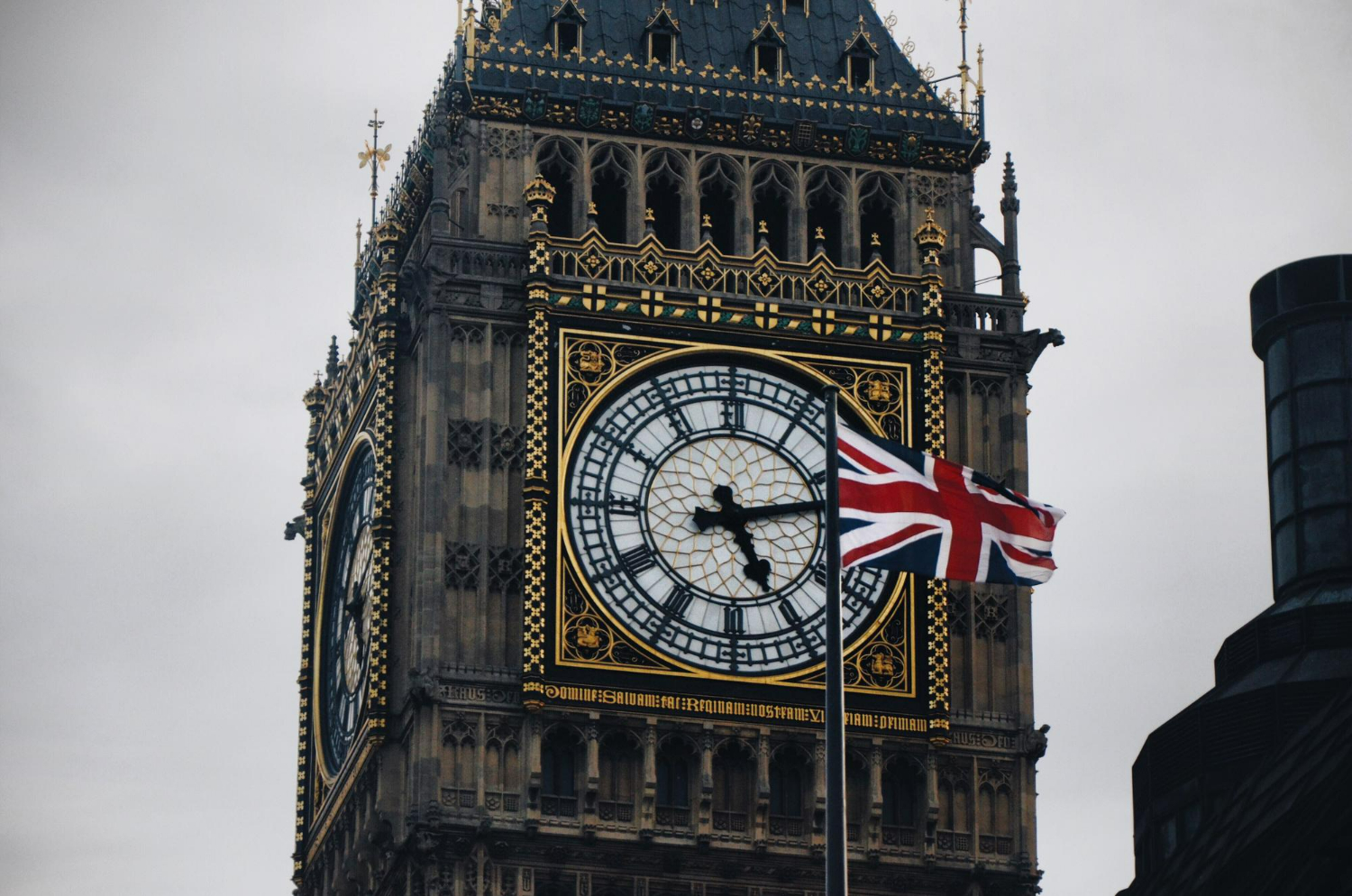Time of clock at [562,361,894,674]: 5:12
